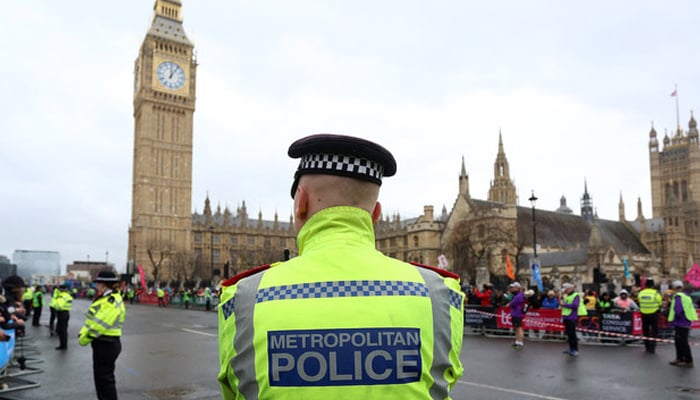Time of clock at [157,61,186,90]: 12:05
